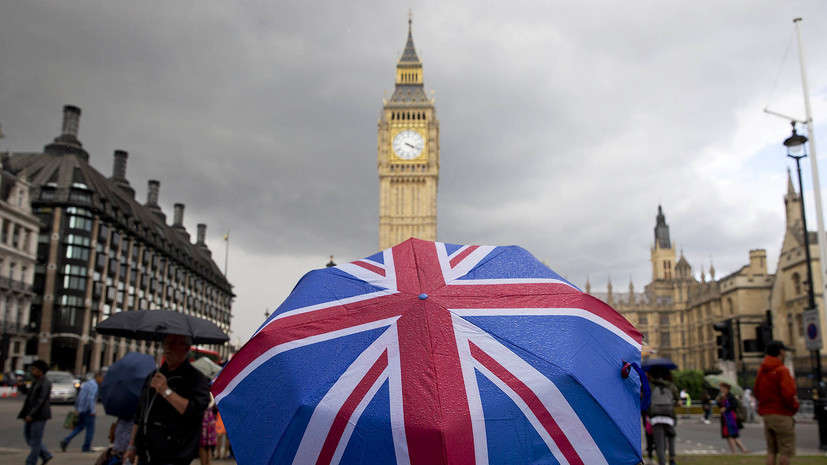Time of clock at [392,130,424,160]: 4:18
